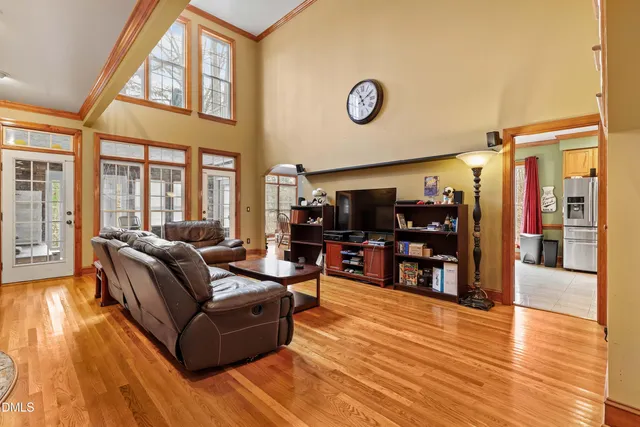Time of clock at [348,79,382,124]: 11:09
